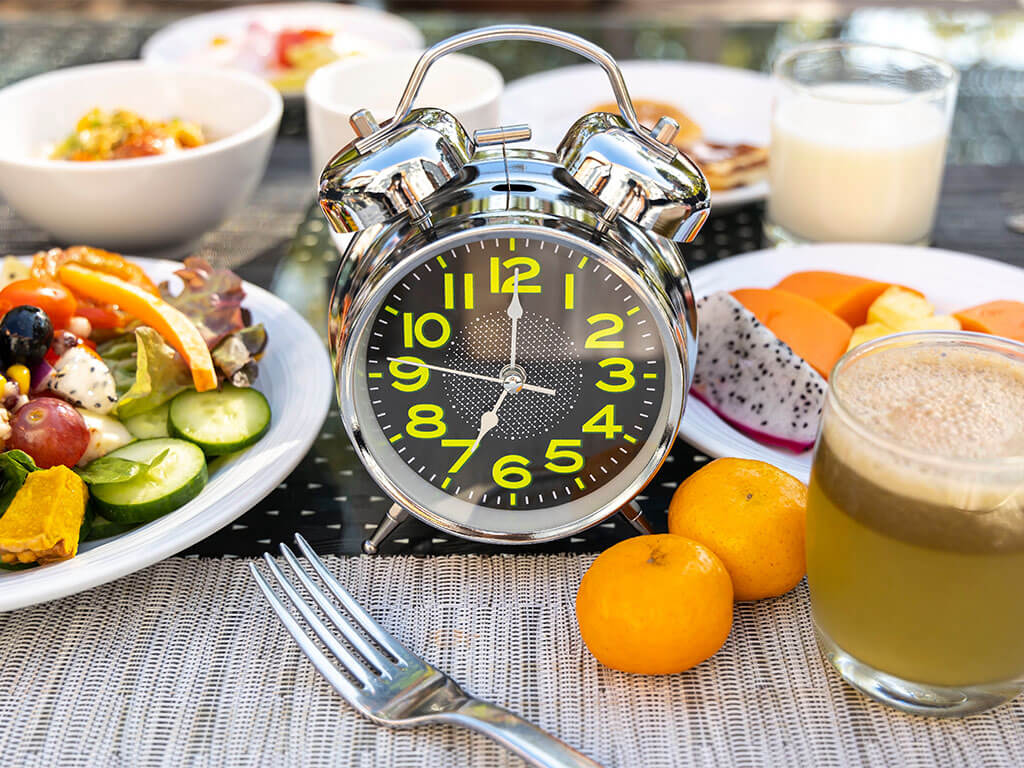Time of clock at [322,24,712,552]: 6:46
